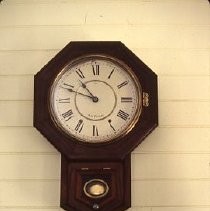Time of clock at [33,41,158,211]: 10:48
